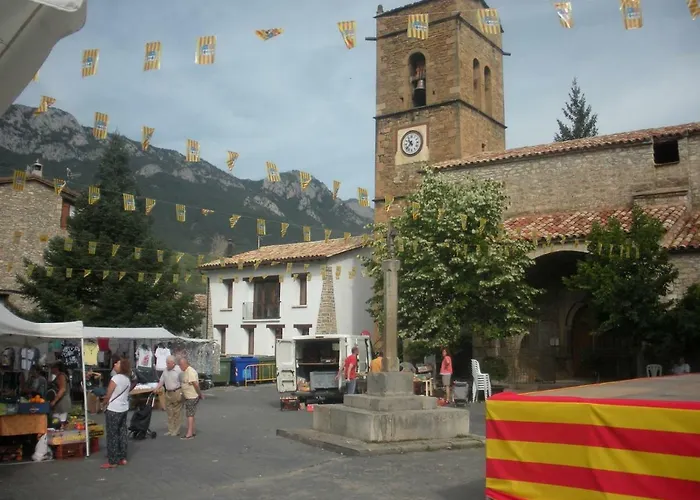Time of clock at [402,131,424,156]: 10:37
